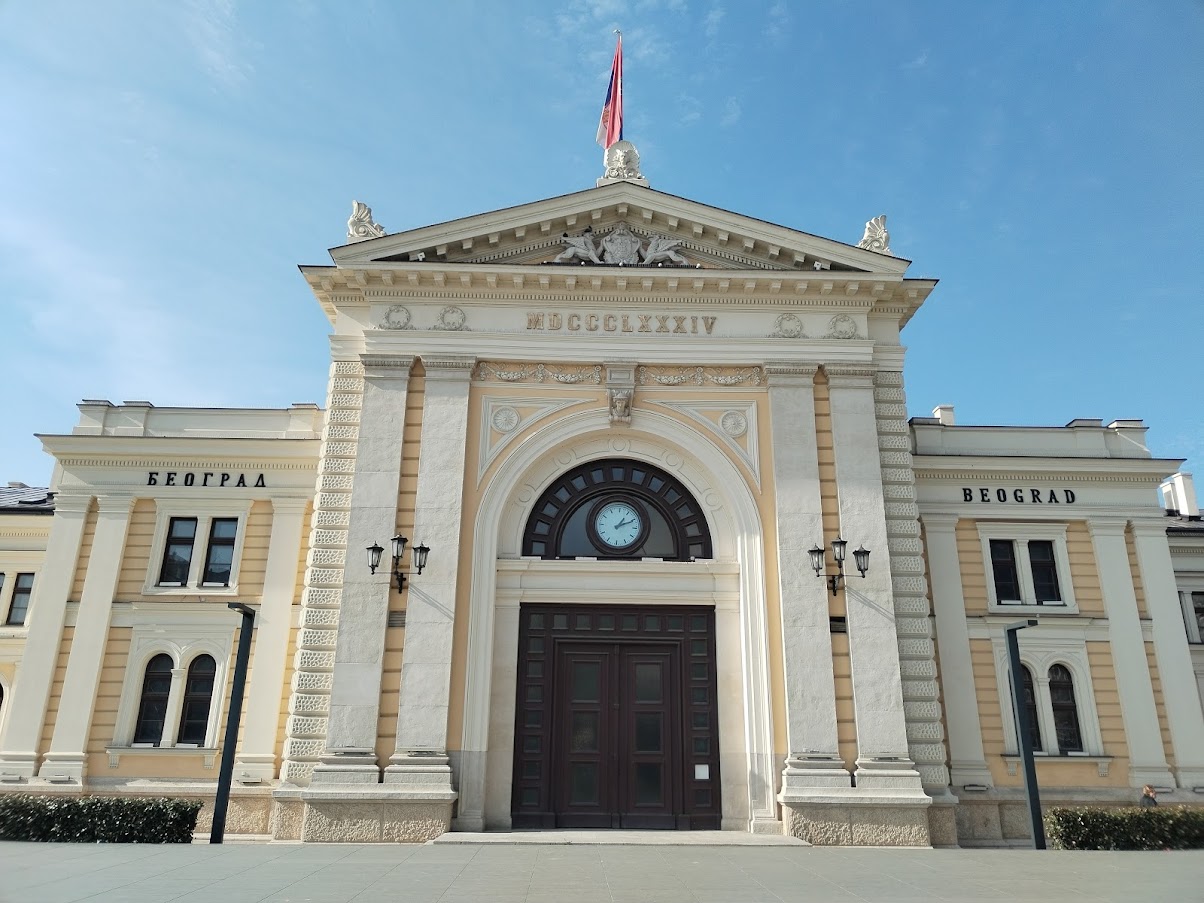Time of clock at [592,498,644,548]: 1:10
